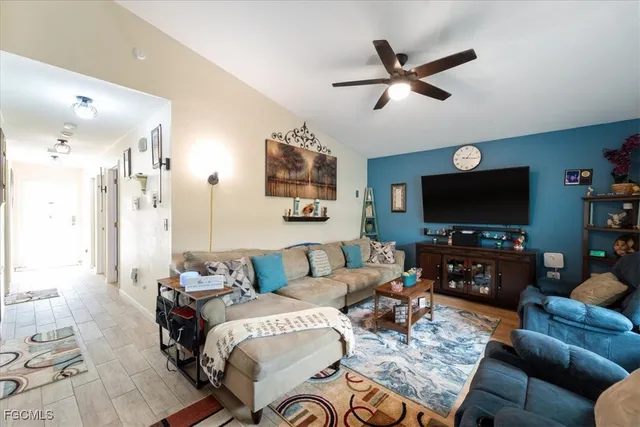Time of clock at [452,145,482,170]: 1:16
